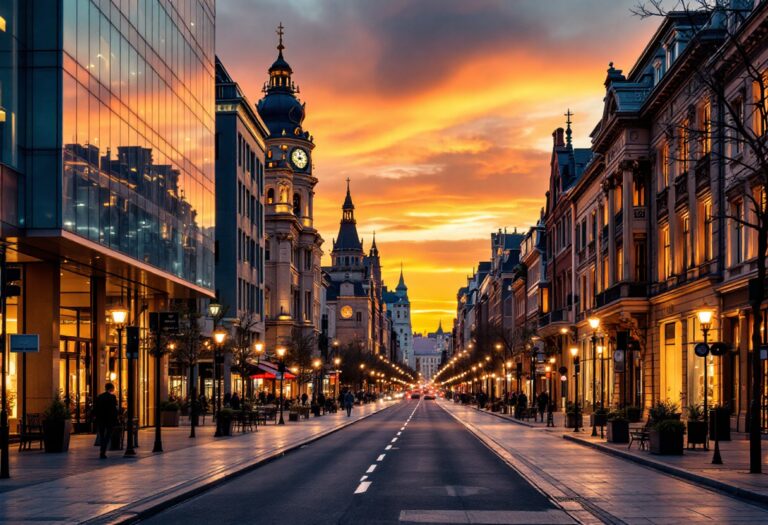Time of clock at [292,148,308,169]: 8:38
